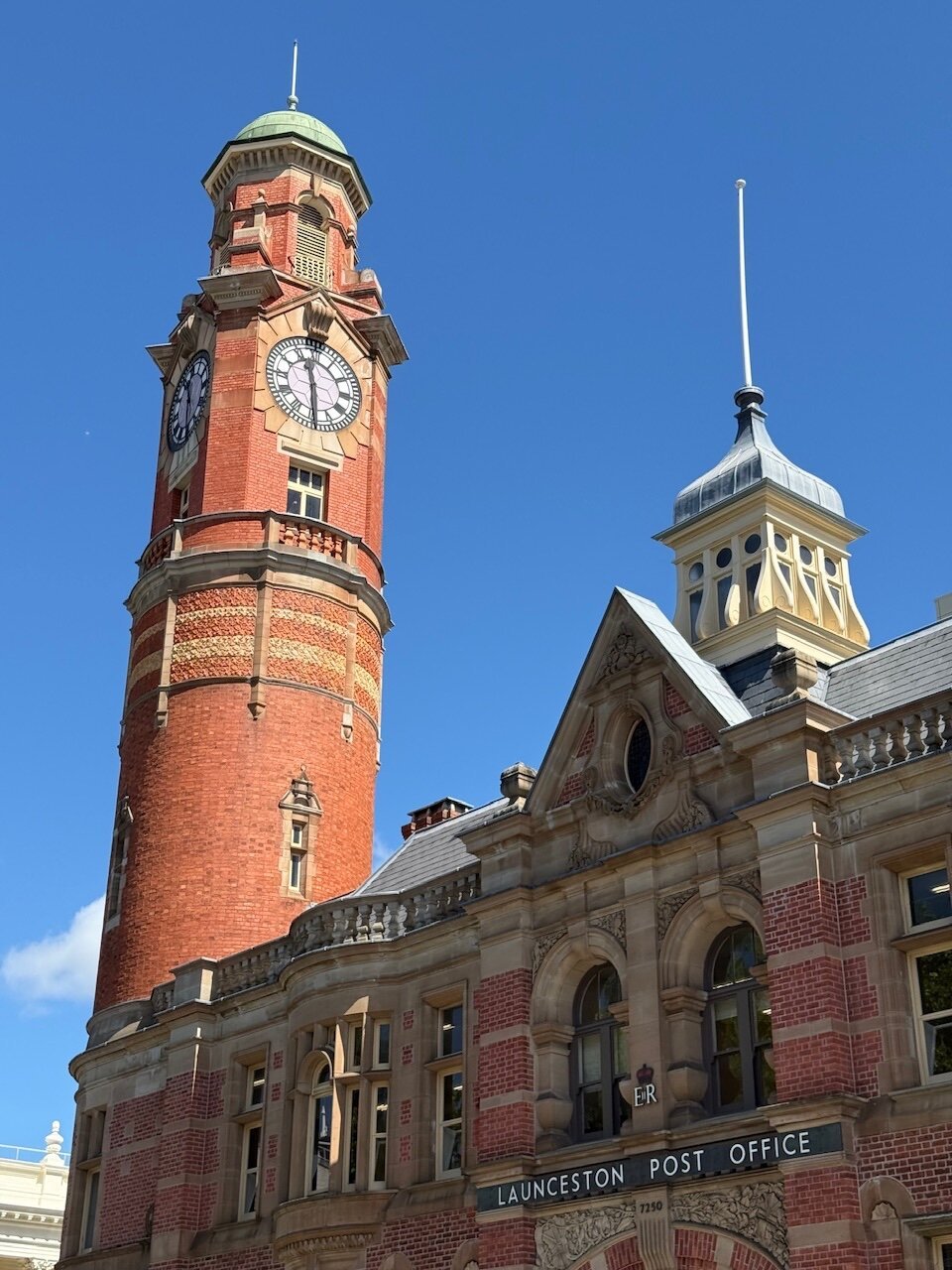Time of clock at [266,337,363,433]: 11:29
